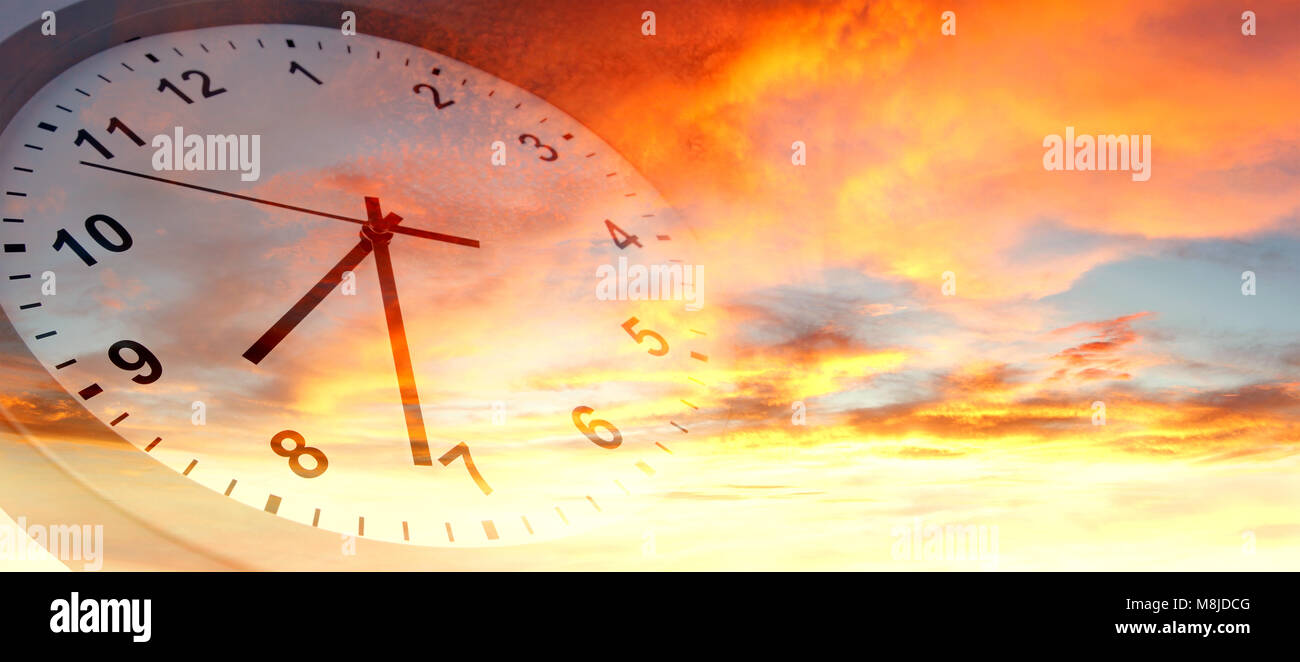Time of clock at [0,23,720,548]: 7:31
